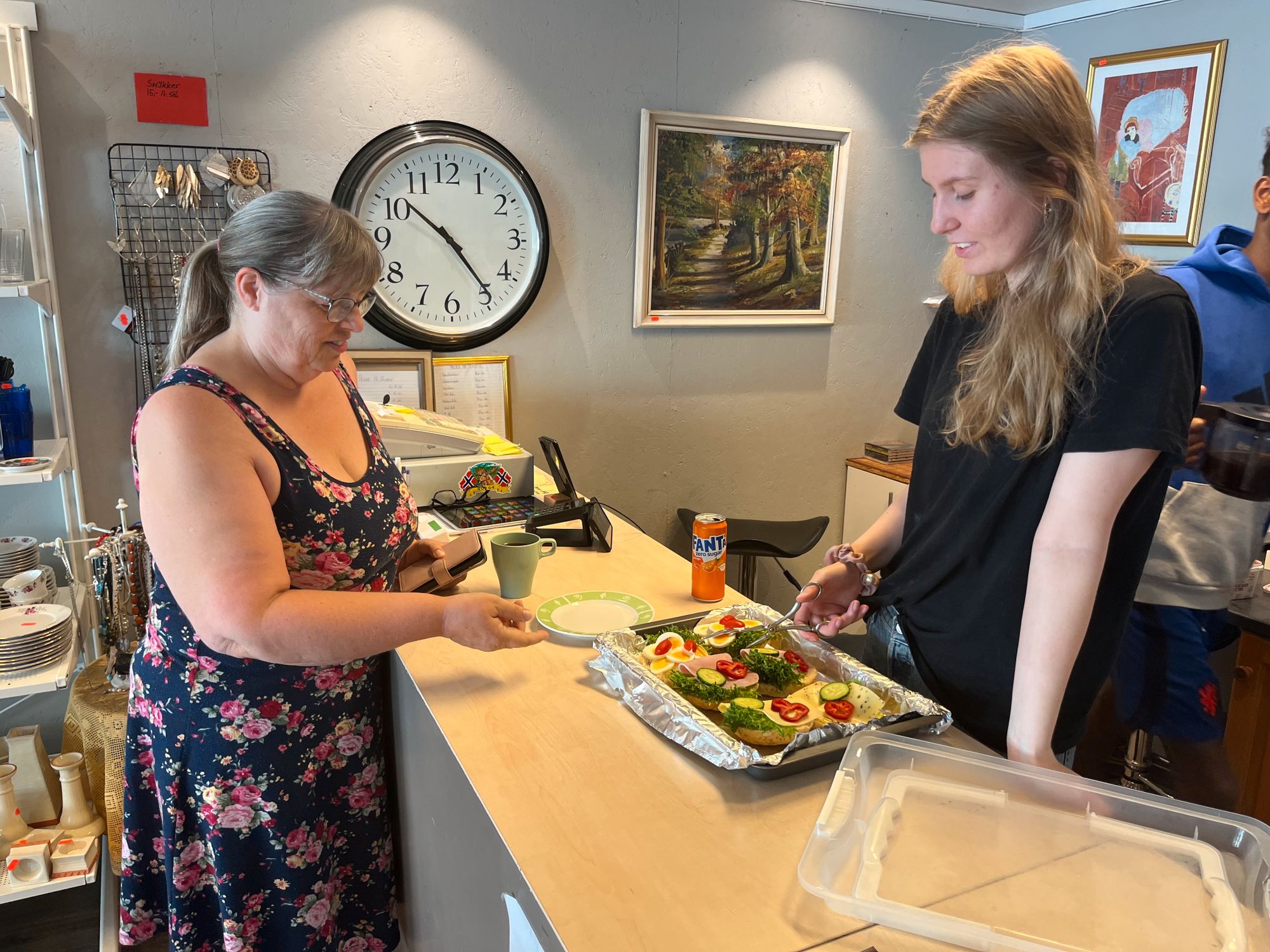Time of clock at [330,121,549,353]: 10:23
